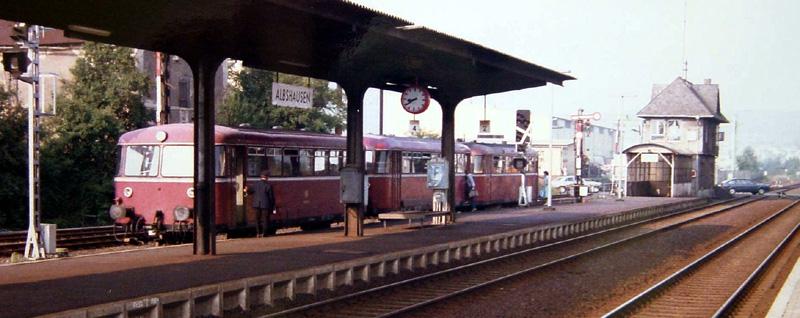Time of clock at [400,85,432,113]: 8:39
